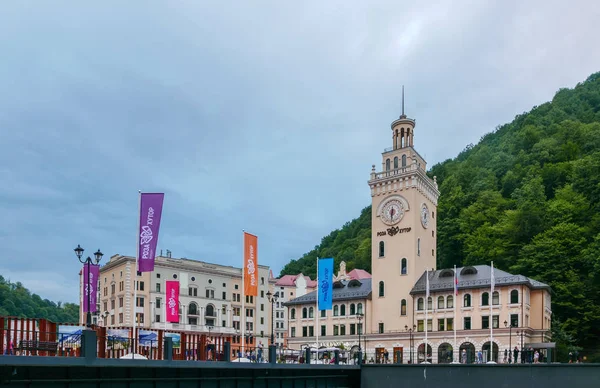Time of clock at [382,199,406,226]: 6:29
